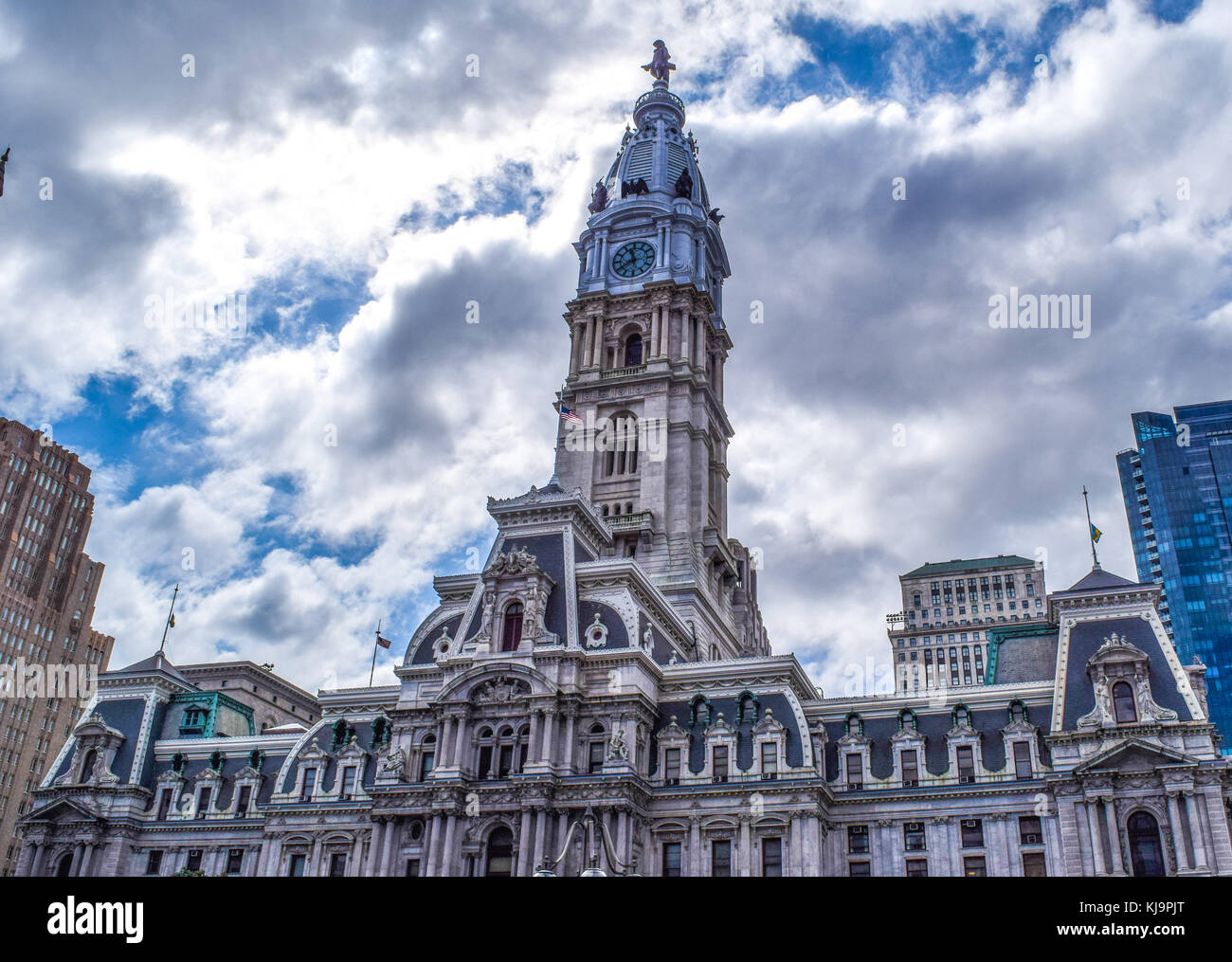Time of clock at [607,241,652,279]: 11:40
